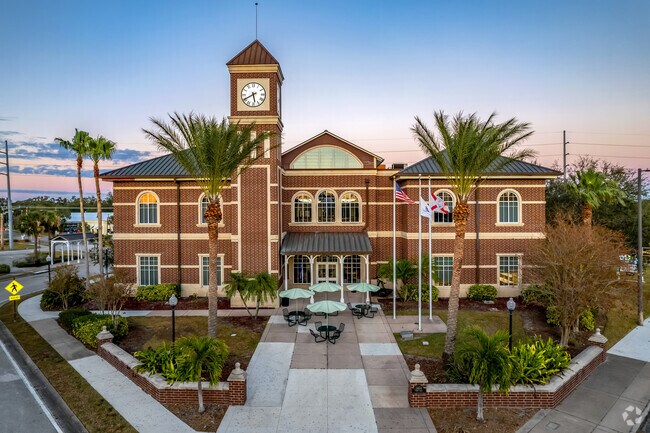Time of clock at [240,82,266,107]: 5:40
